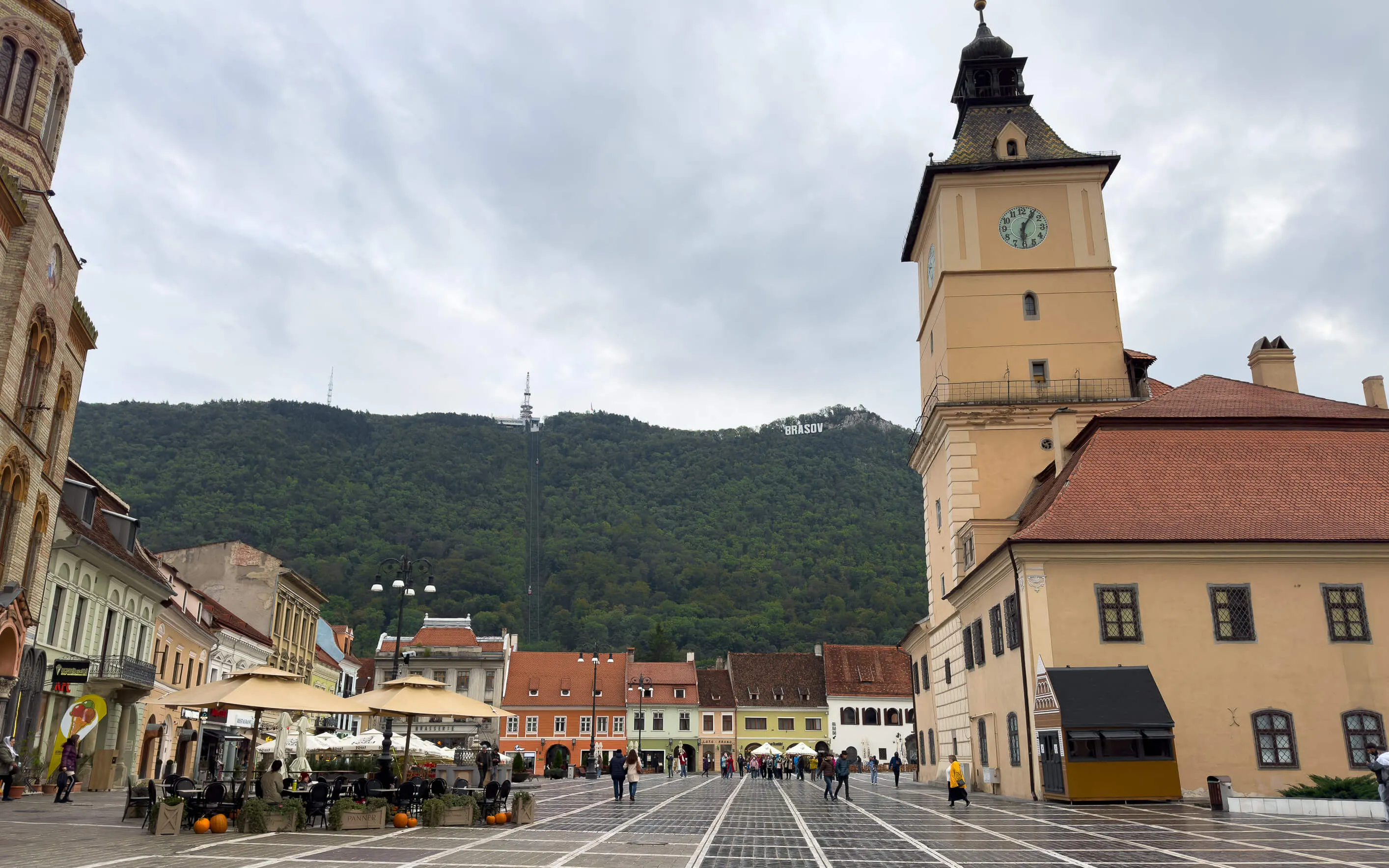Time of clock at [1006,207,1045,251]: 6:06
